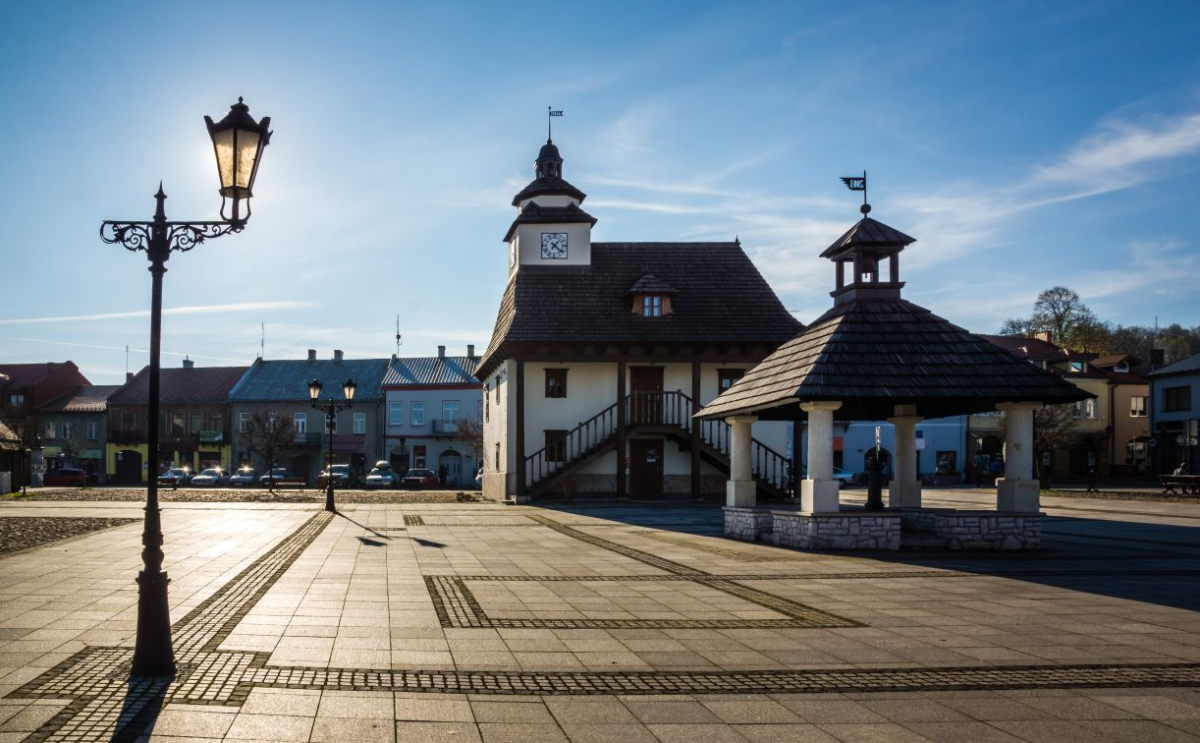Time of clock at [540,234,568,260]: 1:21
